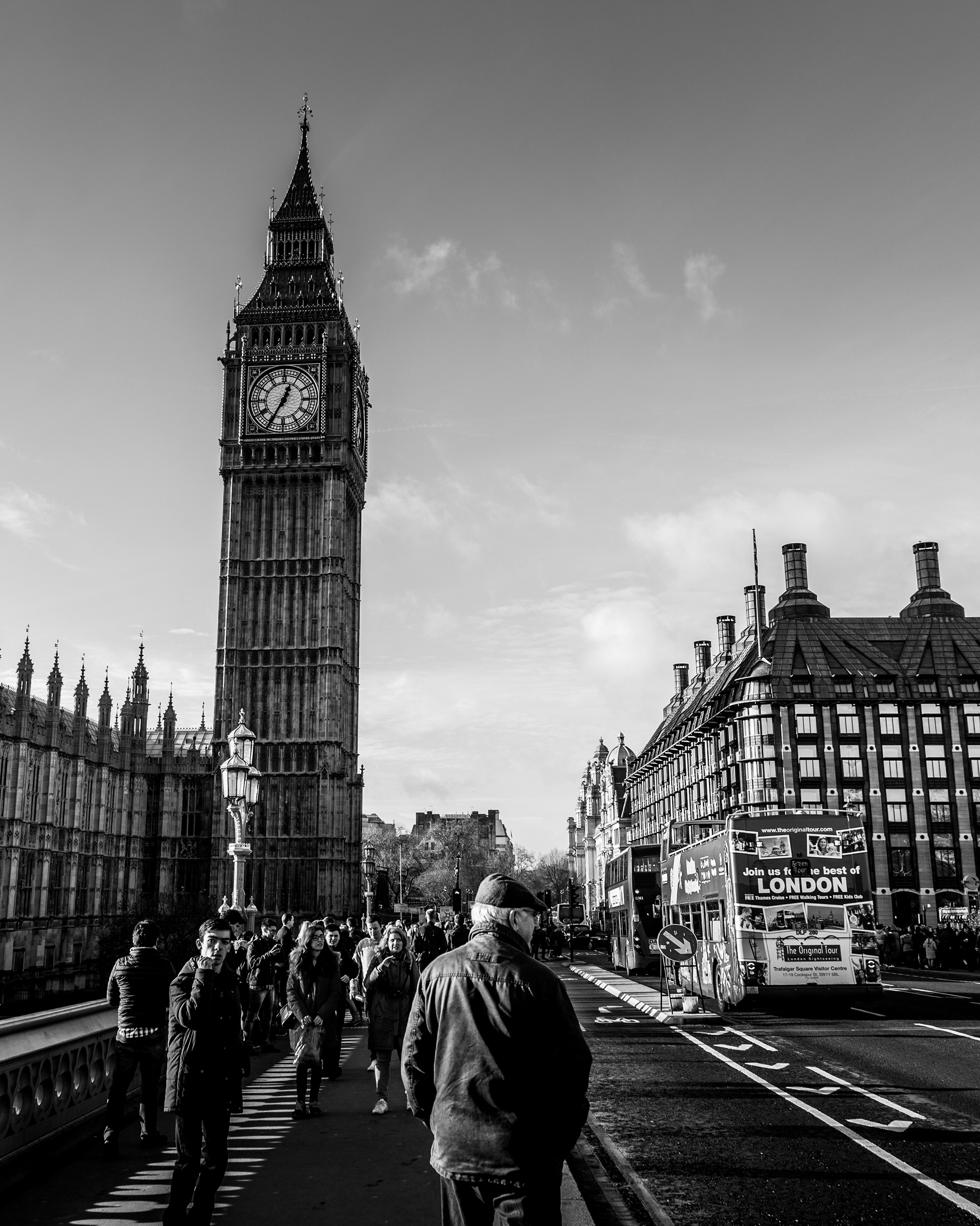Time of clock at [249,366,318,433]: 12:34
